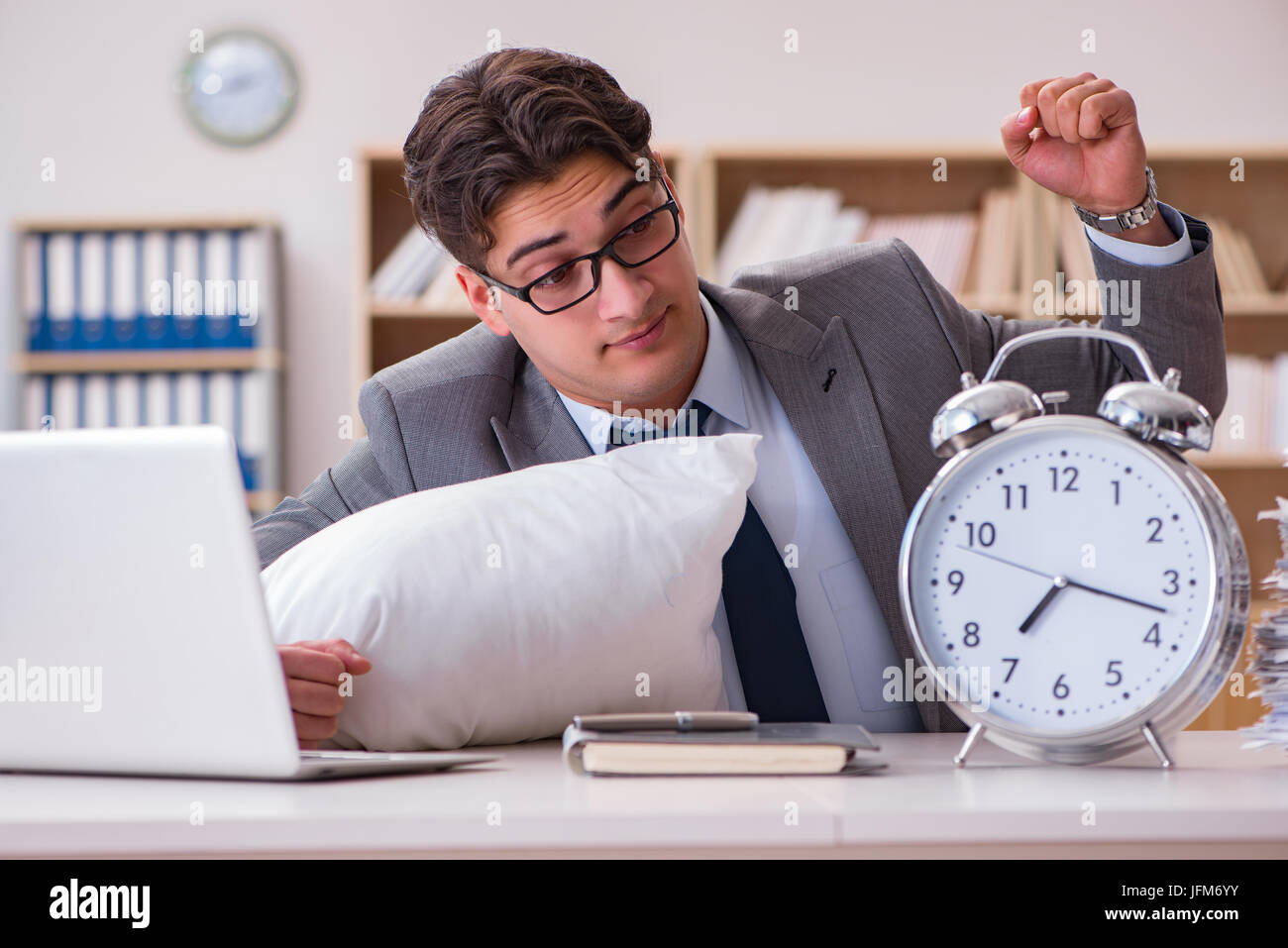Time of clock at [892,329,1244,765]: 7:17
